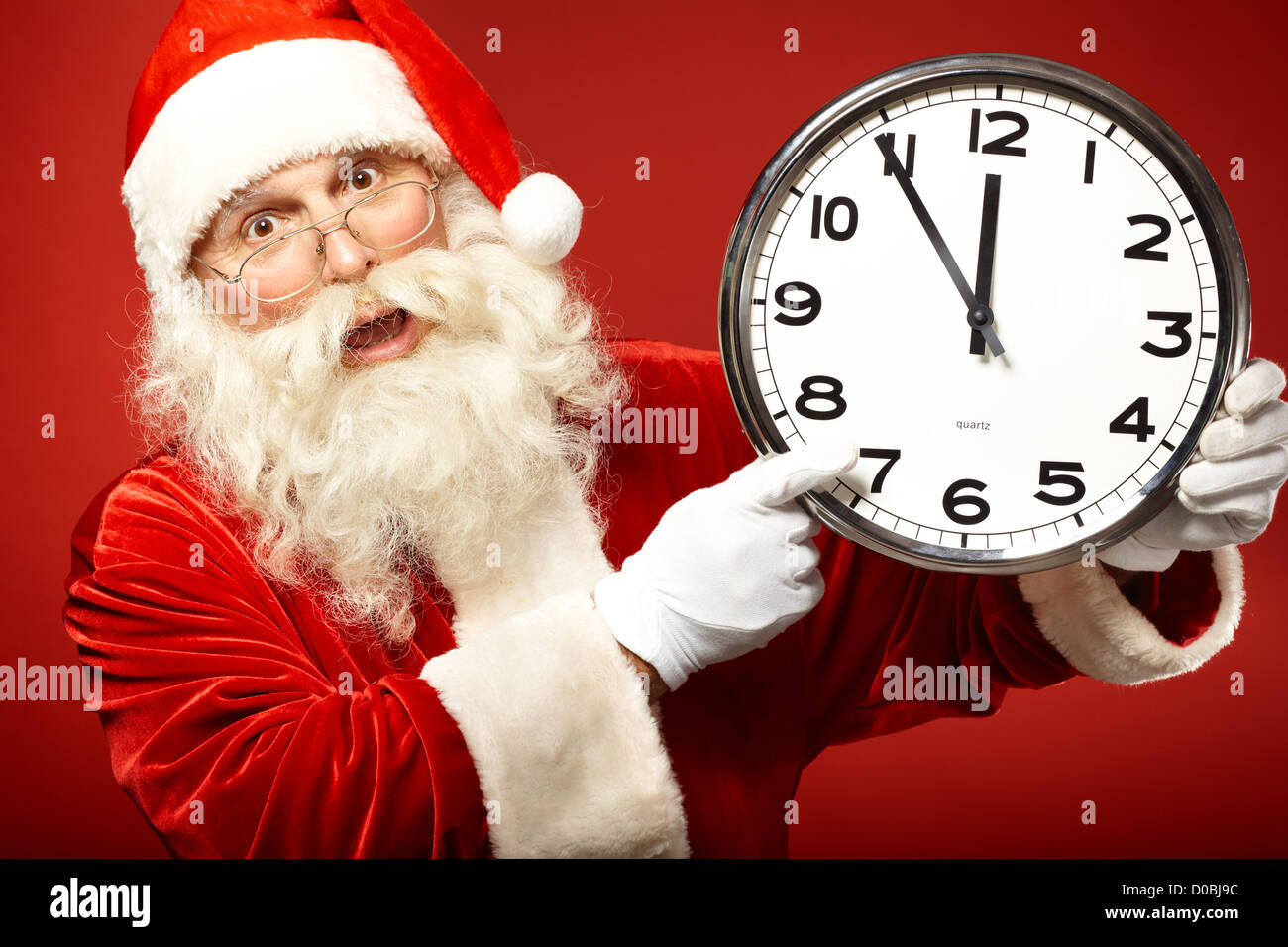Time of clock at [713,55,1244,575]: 11:54
